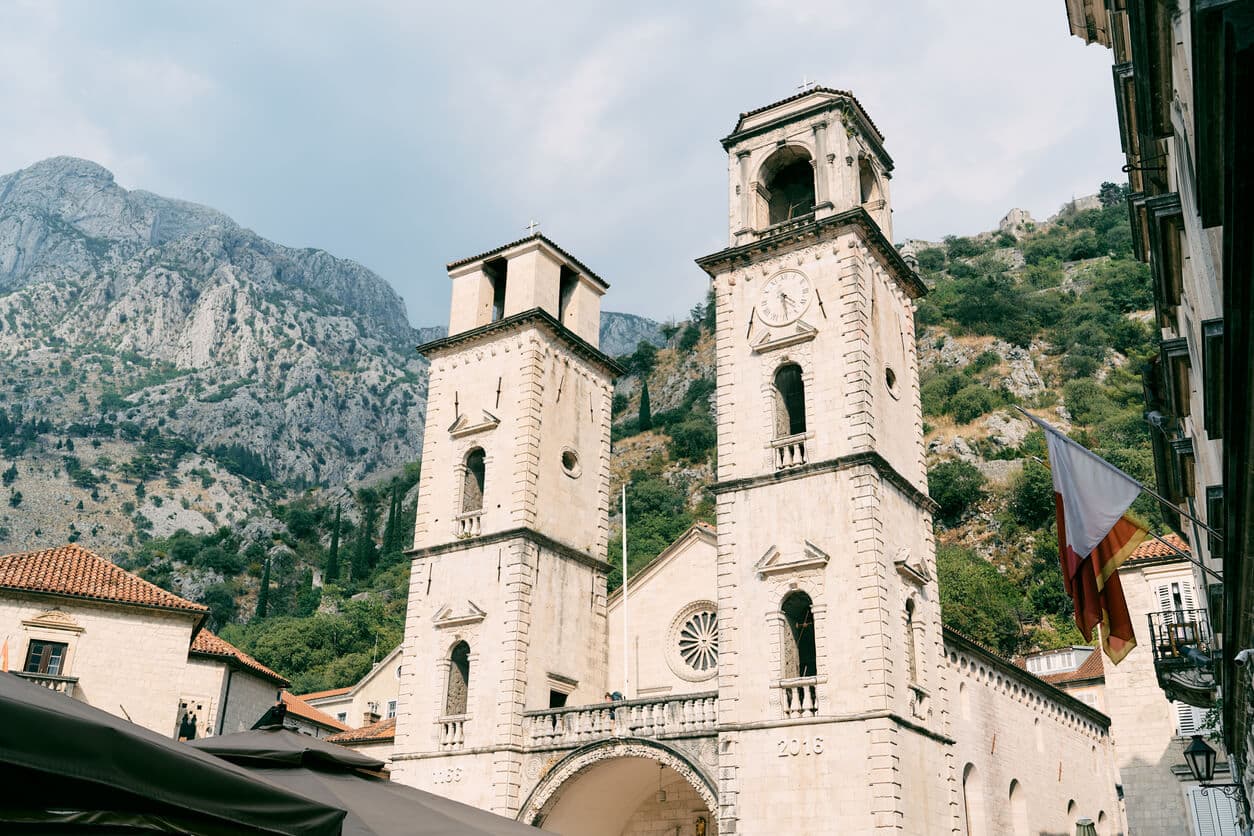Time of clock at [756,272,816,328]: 4:28
